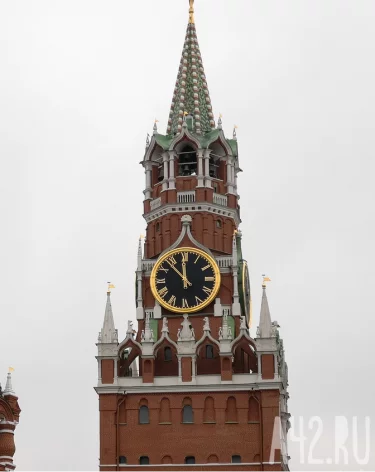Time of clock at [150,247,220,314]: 11:53
